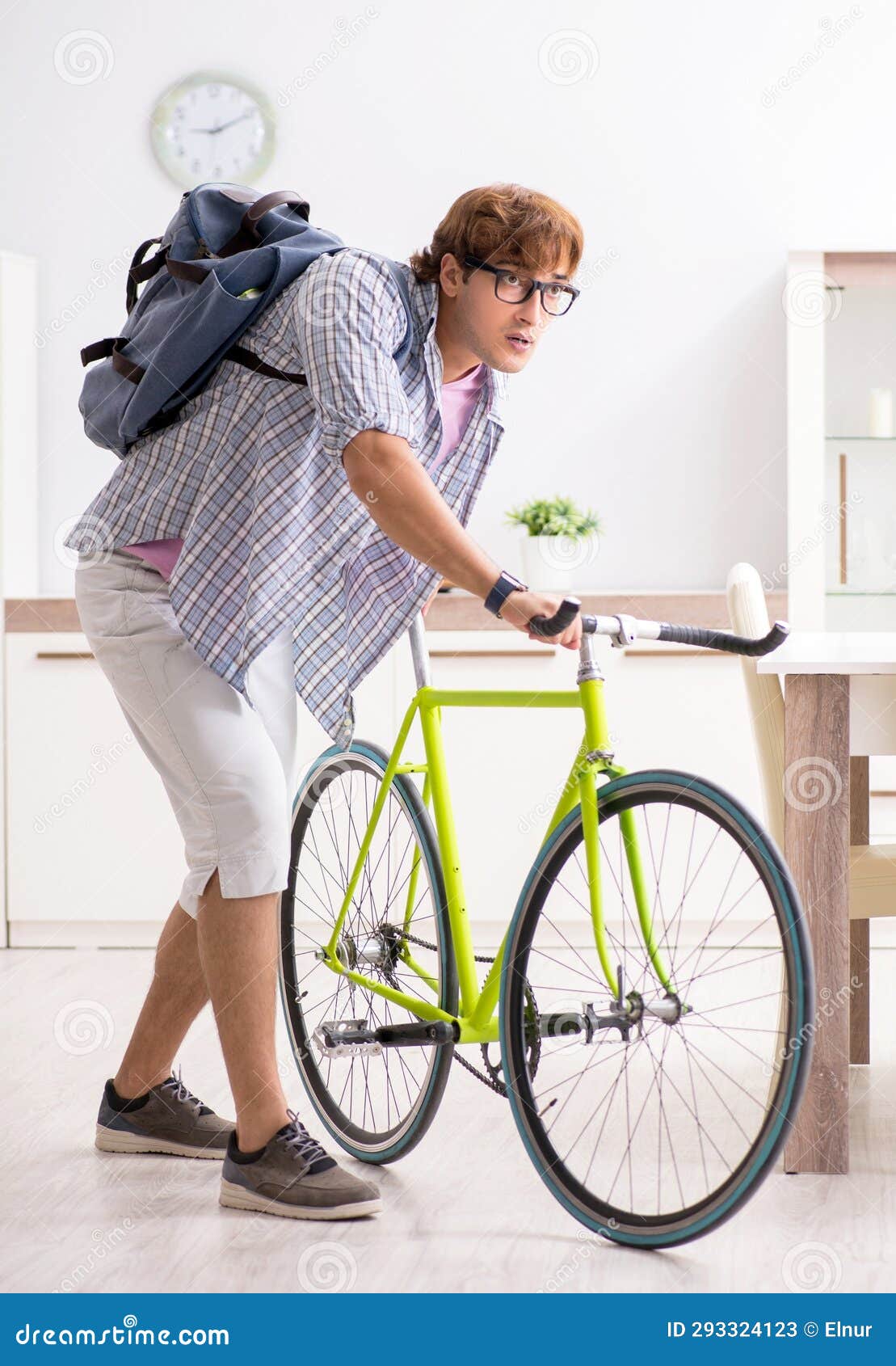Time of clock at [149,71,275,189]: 9:10
